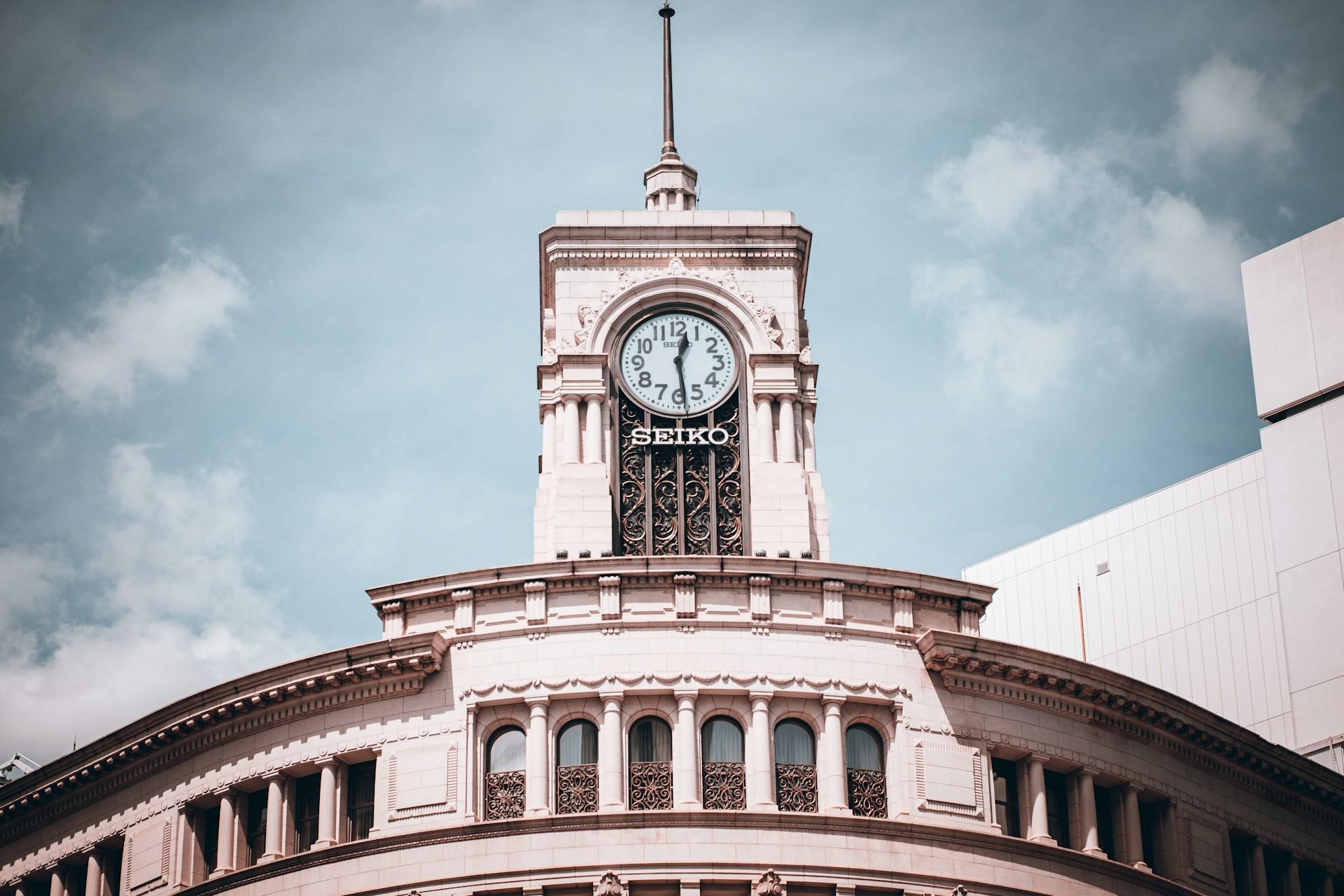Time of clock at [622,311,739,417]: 12:28
